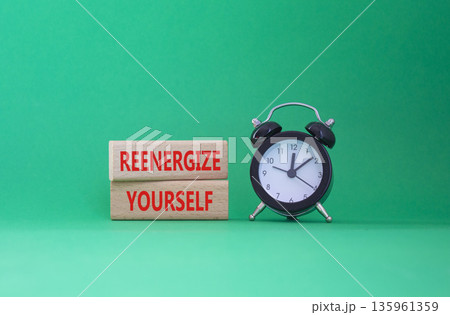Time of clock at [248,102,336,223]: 12:07
